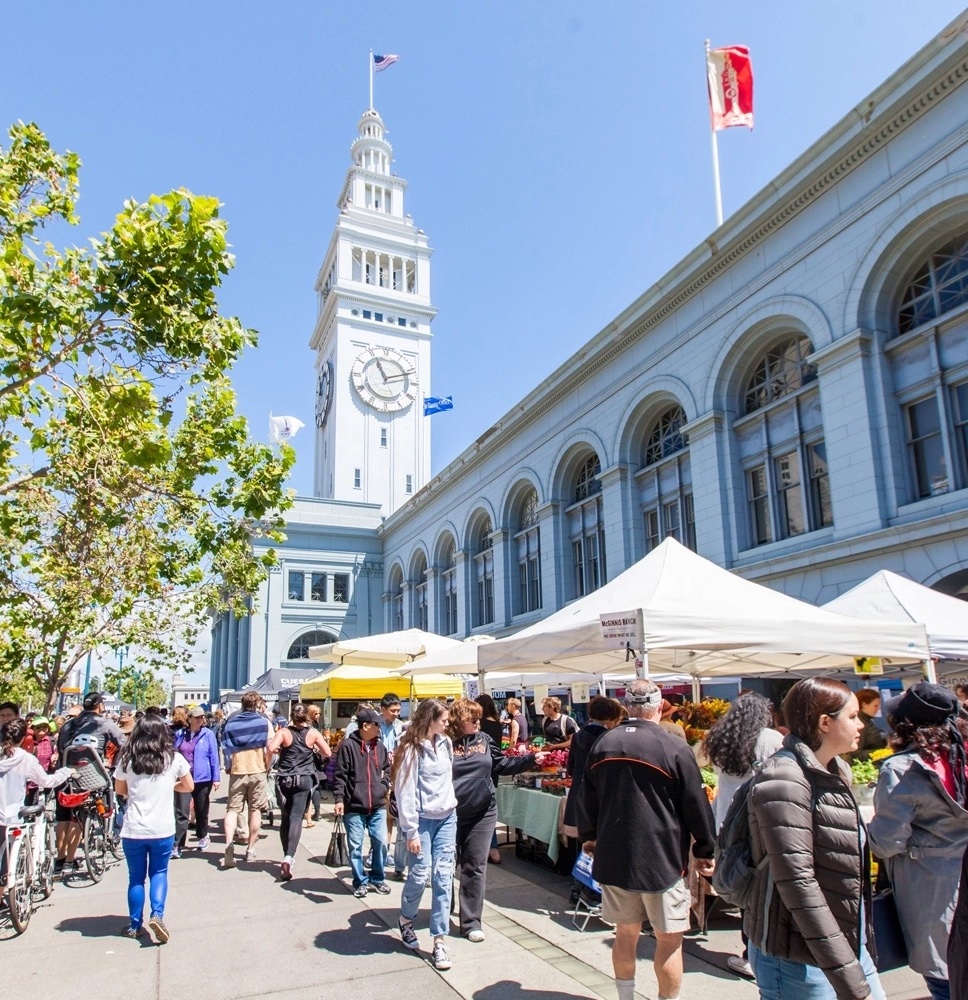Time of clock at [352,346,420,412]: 11:11
